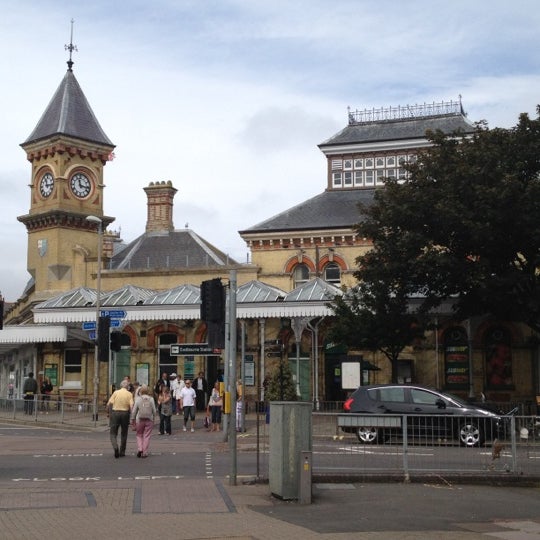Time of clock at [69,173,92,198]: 11:16
